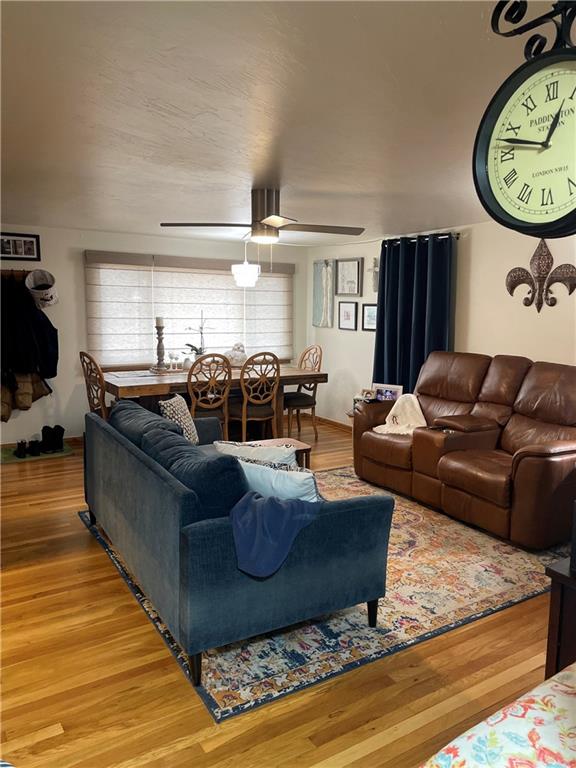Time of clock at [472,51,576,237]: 12:47
